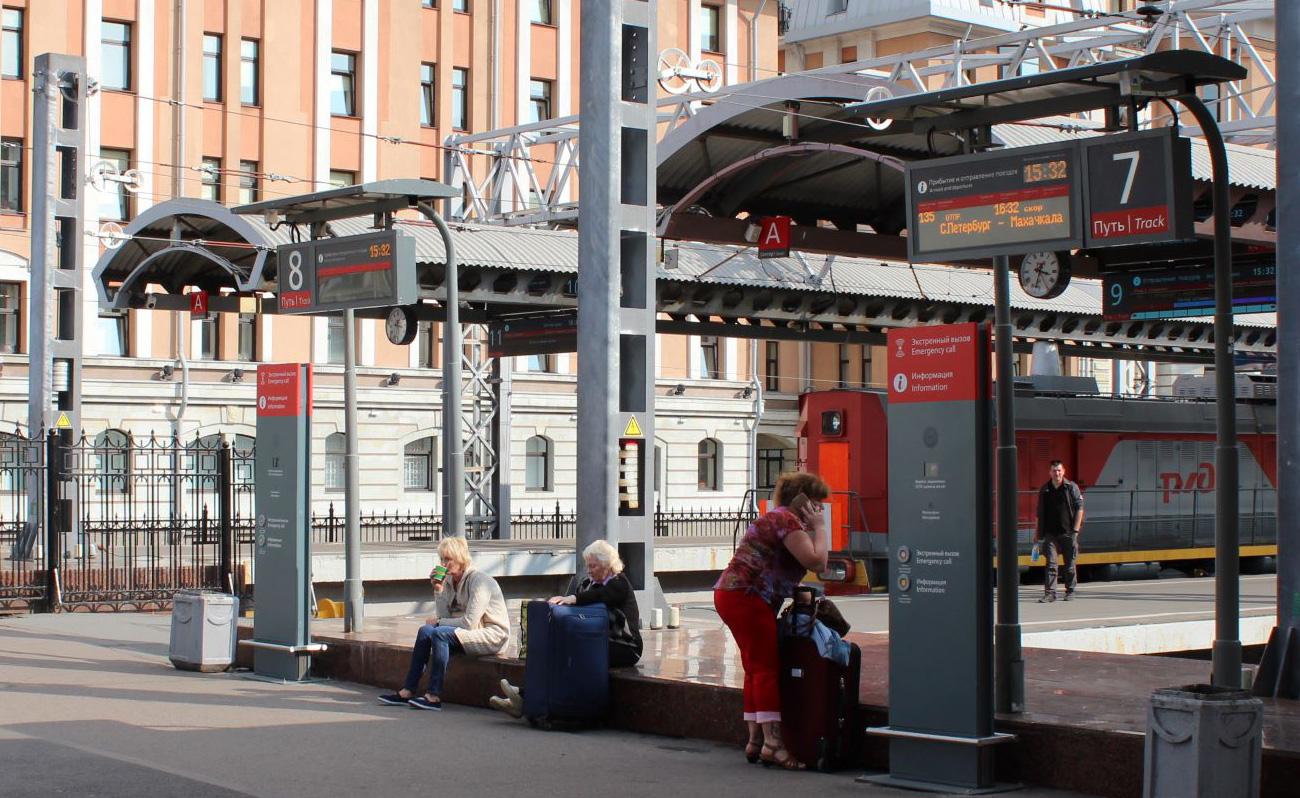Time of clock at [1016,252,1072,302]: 3:32
